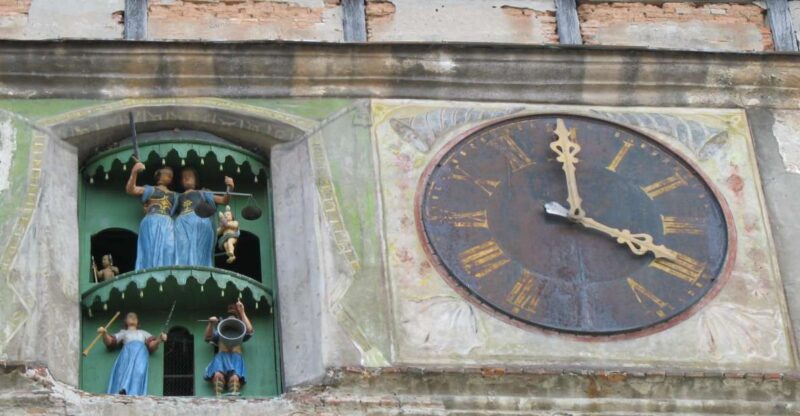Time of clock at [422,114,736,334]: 3:59
